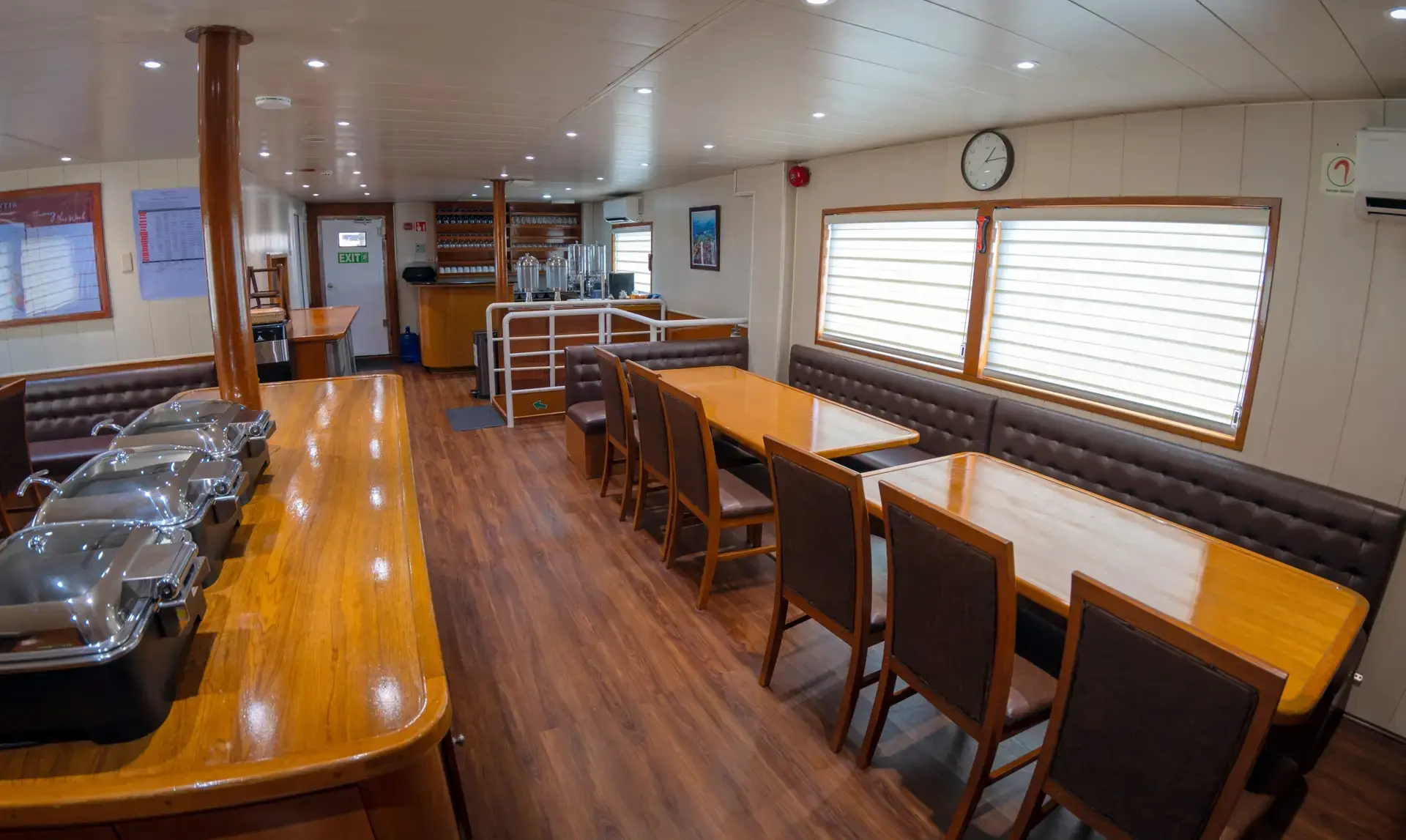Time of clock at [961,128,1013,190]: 1:13
